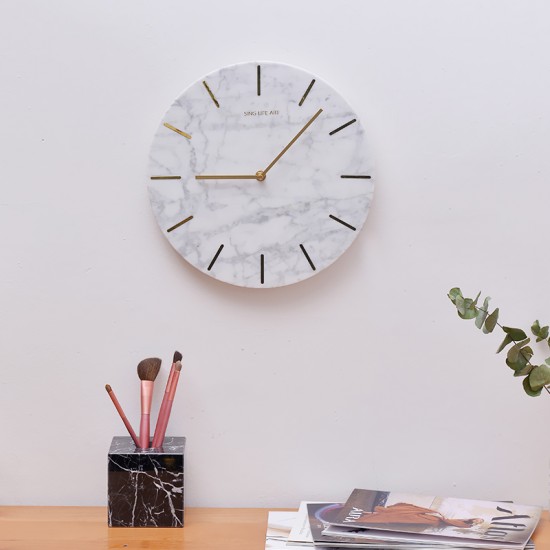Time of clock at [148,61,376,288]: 9:07
